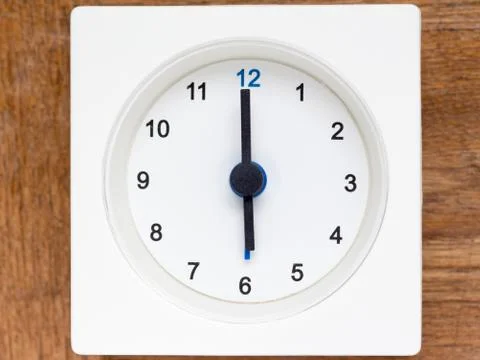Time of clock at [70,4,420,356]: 5:59
